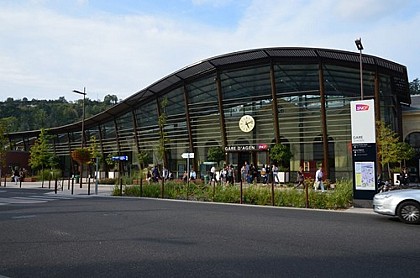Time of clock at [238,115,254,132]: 5:11
